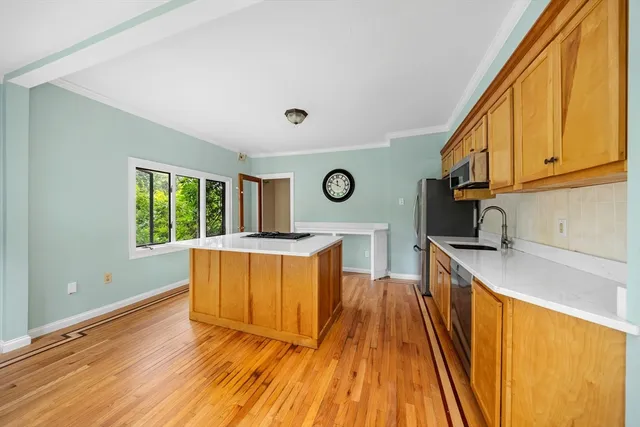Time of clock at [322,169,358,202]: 11:49
